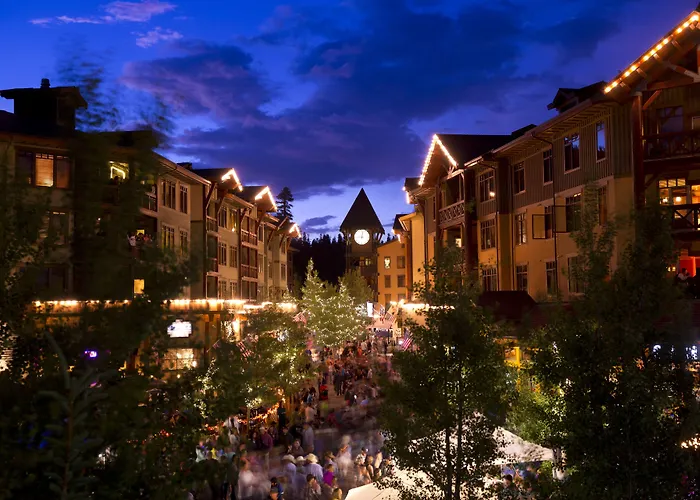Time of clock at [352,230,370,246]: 9:01
